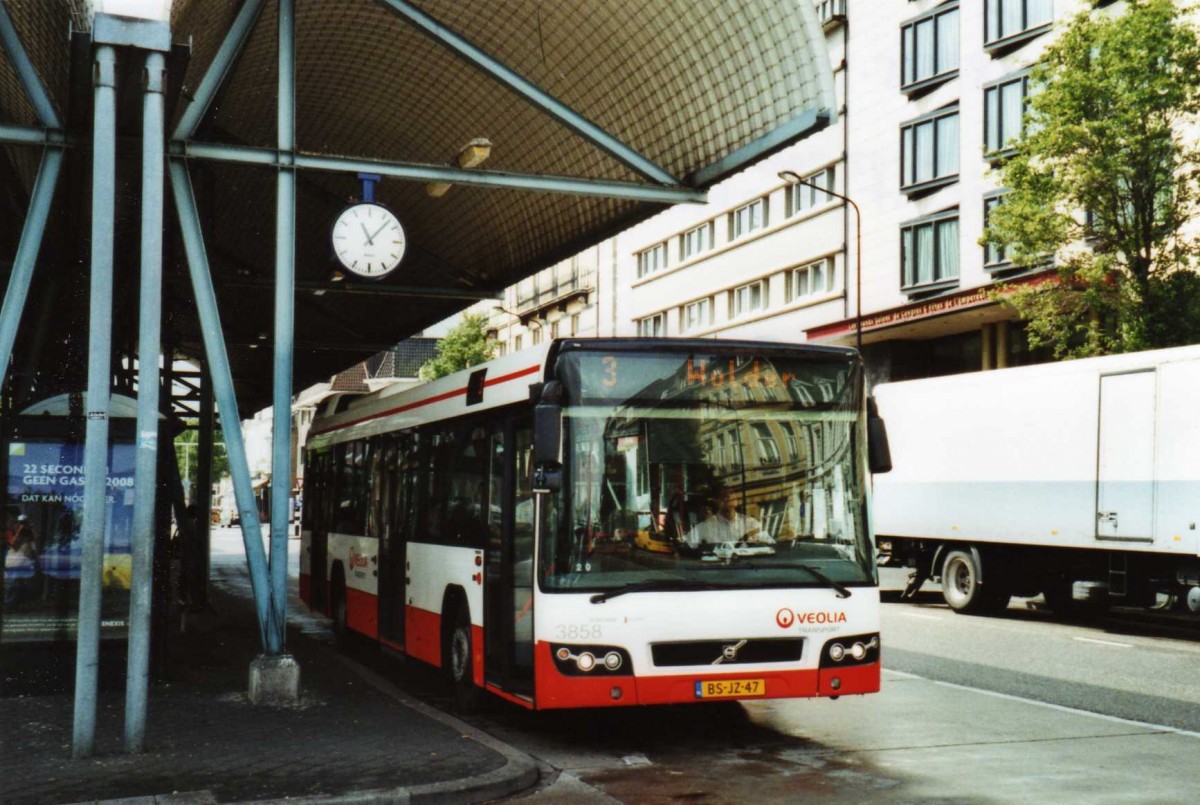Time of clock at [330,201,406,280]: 11:07
